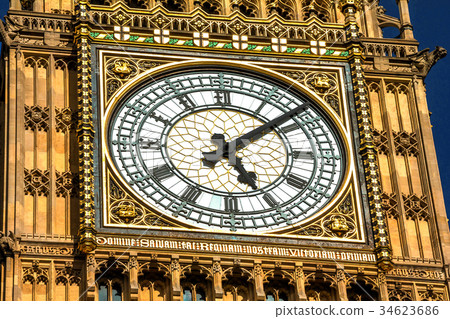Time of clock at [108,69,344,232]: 5:08
